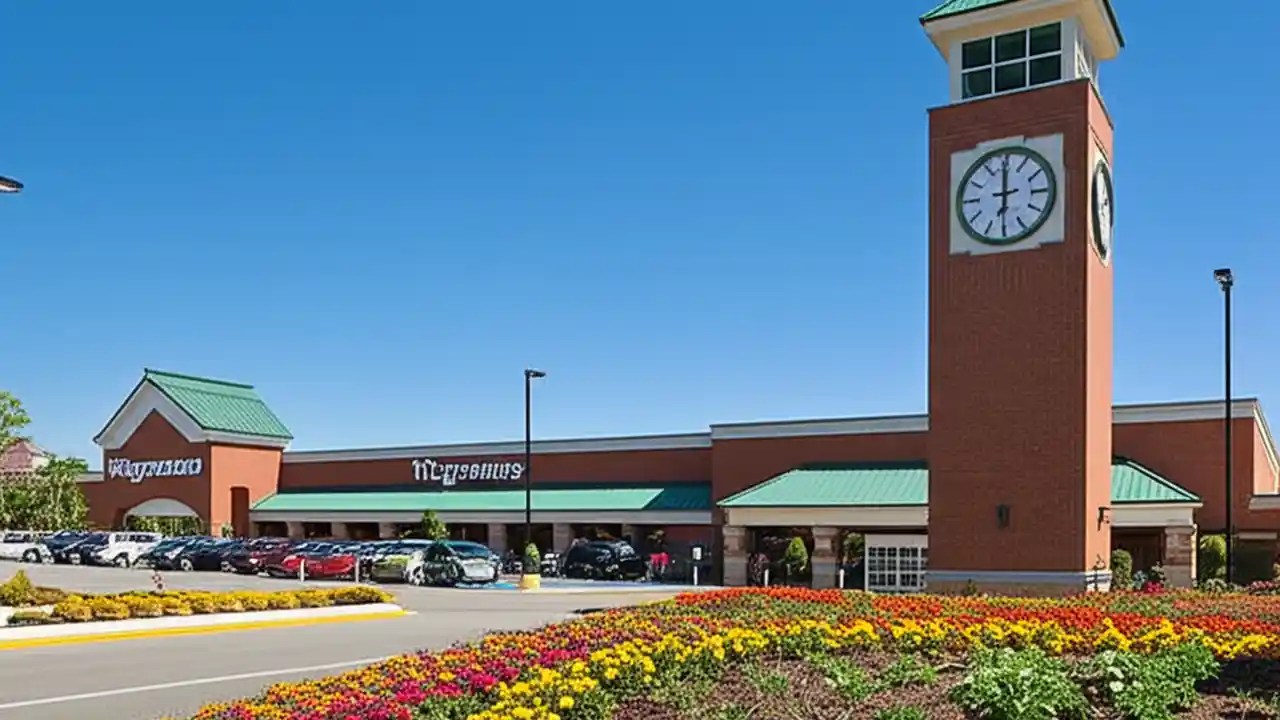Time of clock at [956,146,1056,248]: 5:59
